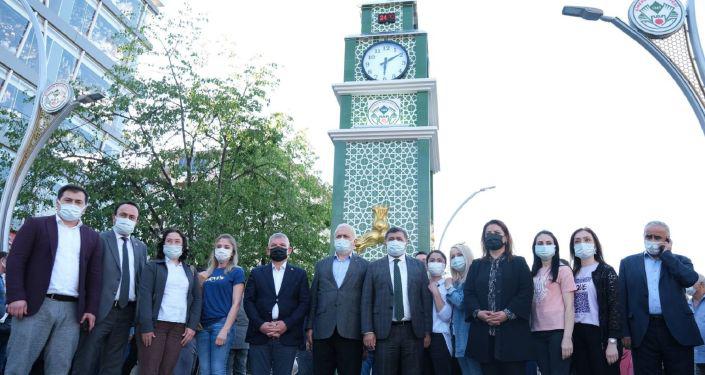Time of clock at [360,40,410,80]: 6:09
